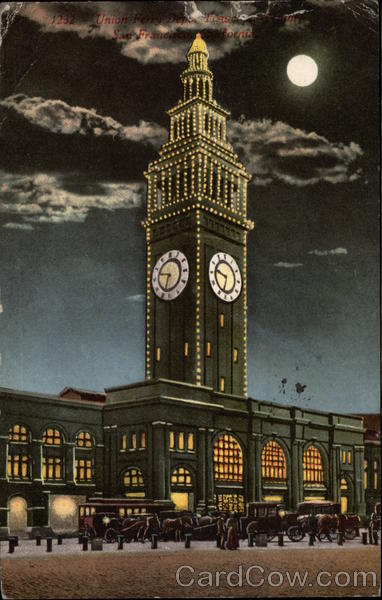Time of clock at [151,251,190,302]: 9:33
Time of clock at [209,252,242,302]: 9:33
